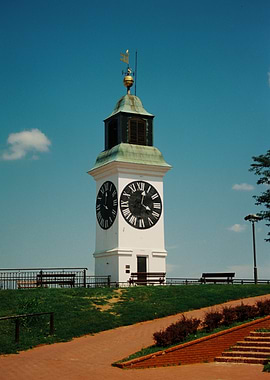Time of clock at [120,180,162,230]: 4:02
